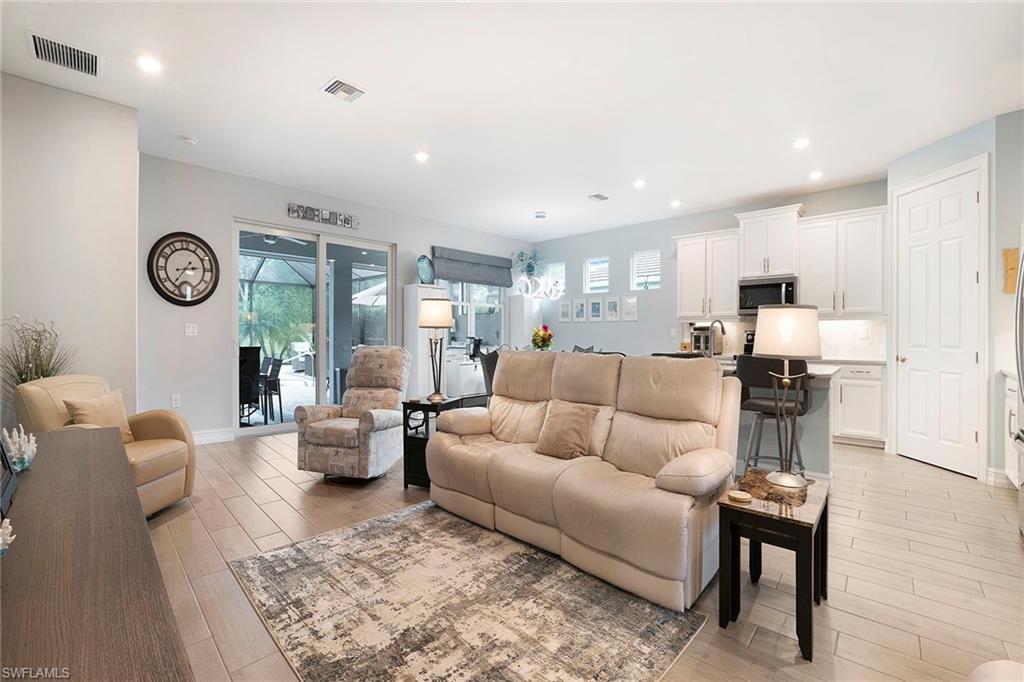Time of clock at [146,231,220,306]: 2:36
